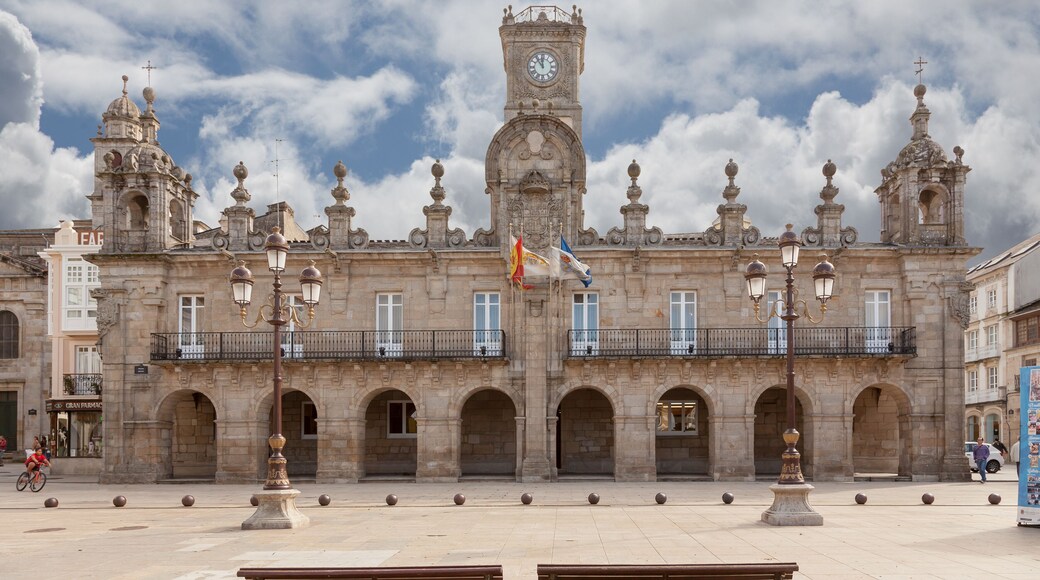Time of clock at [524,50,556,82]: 11:53
